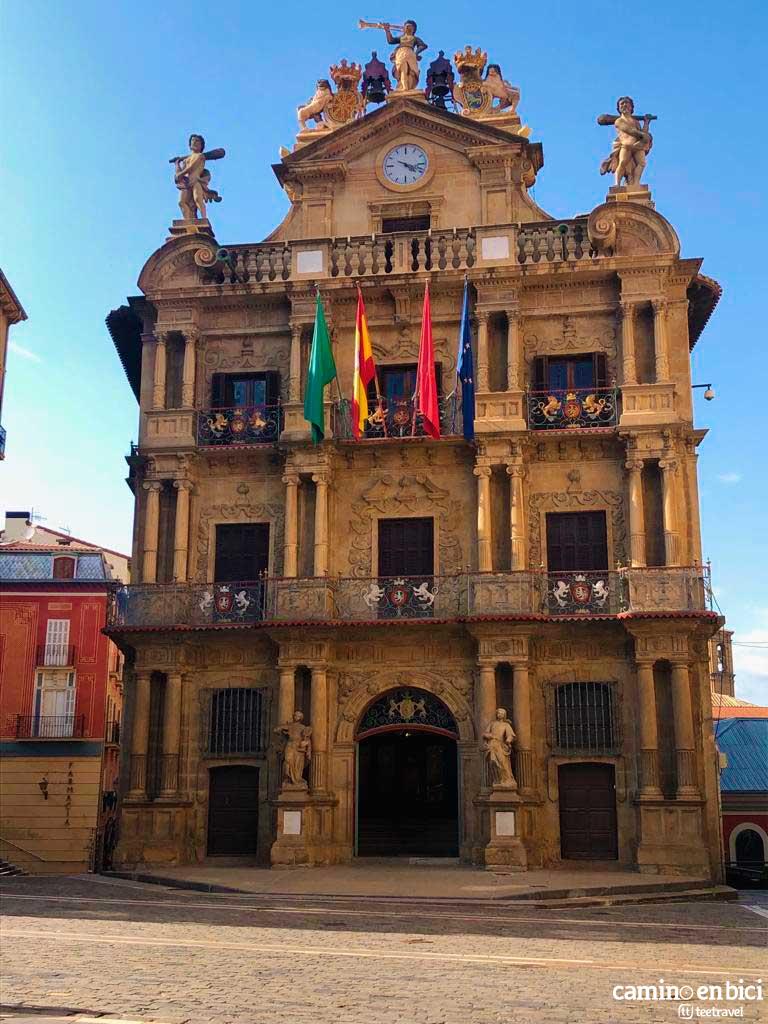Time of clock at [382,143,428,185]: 4:18
